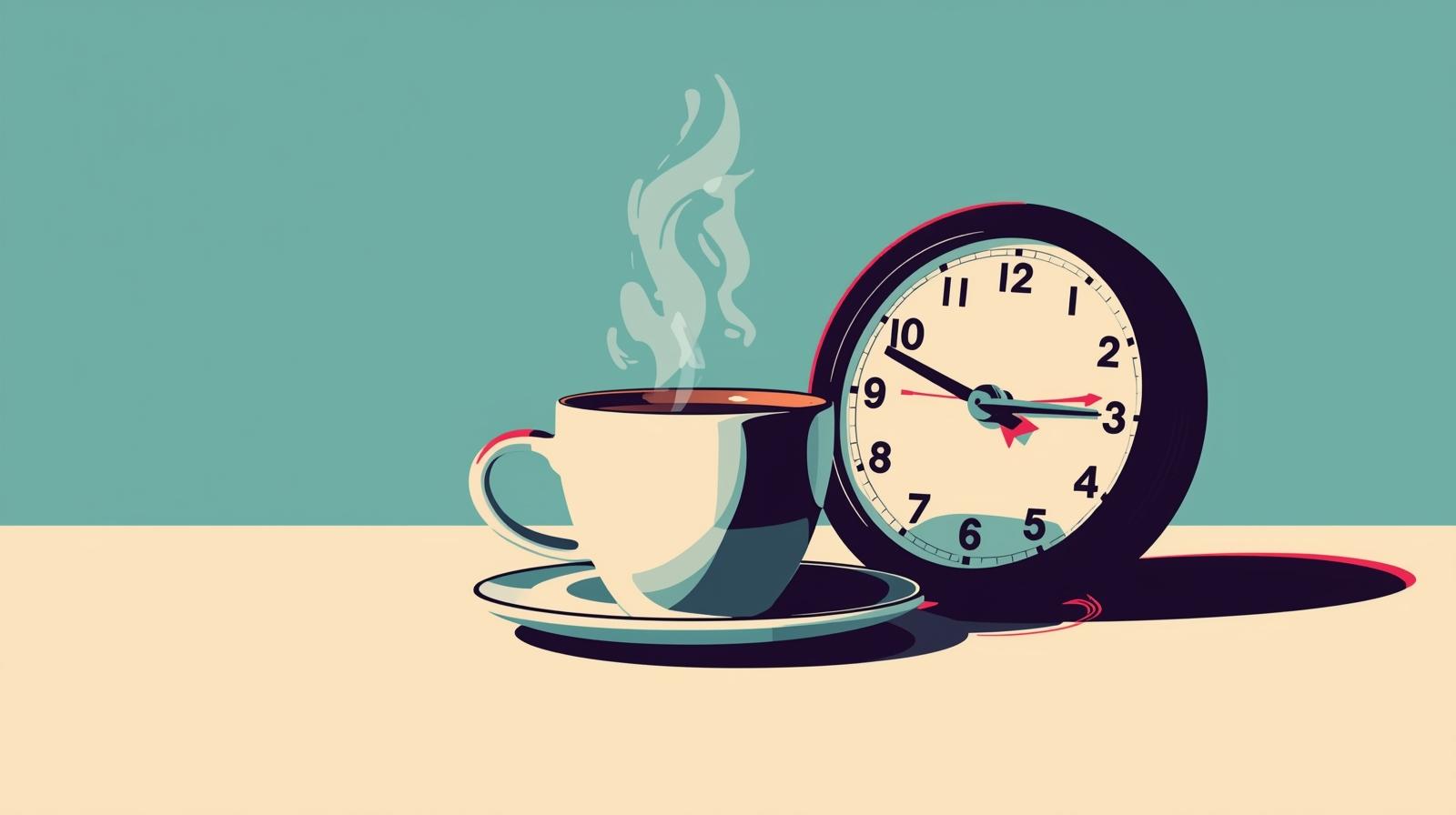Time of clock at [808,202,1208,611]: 2:48
